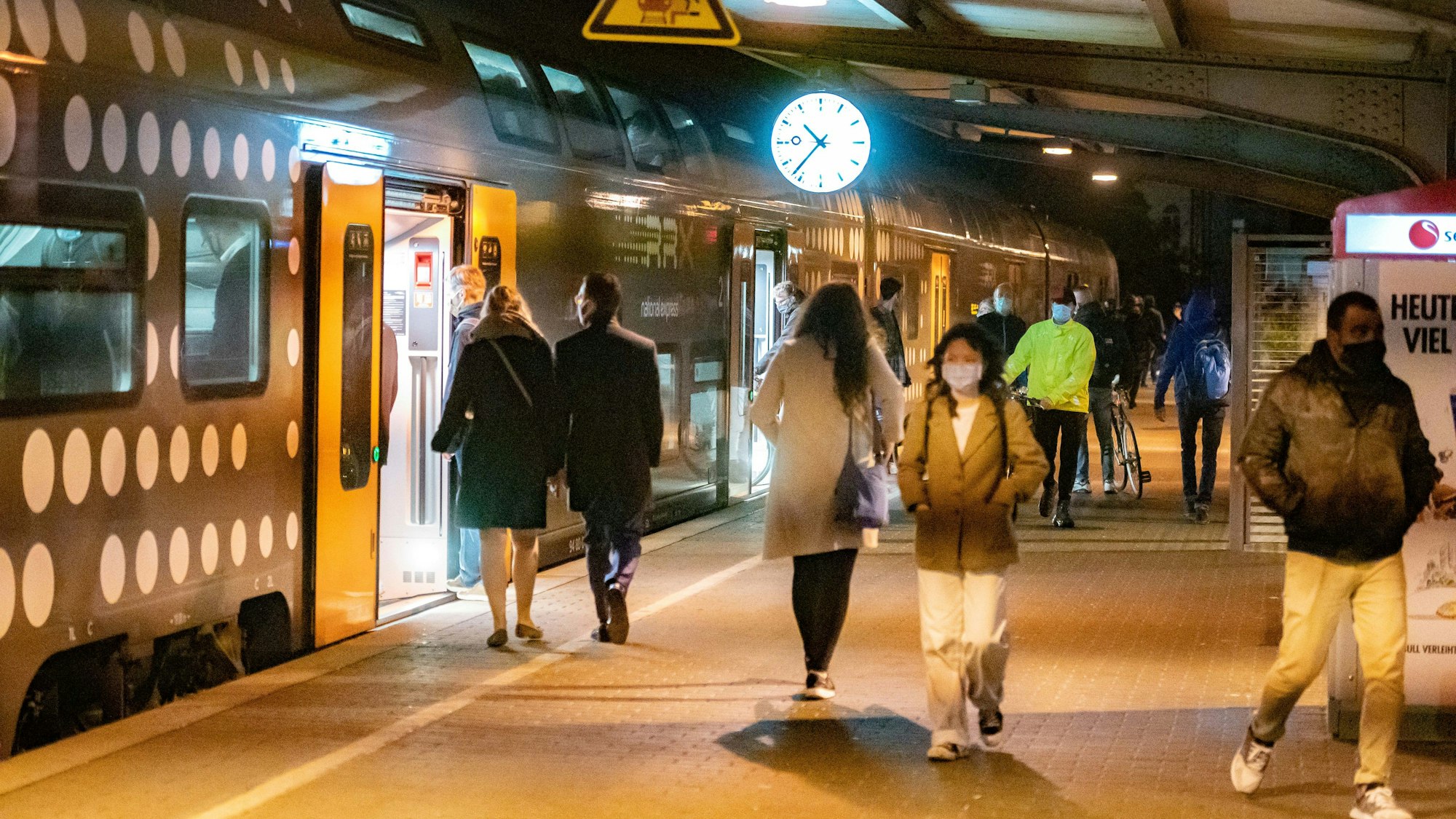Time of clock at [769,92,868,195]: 10:36
